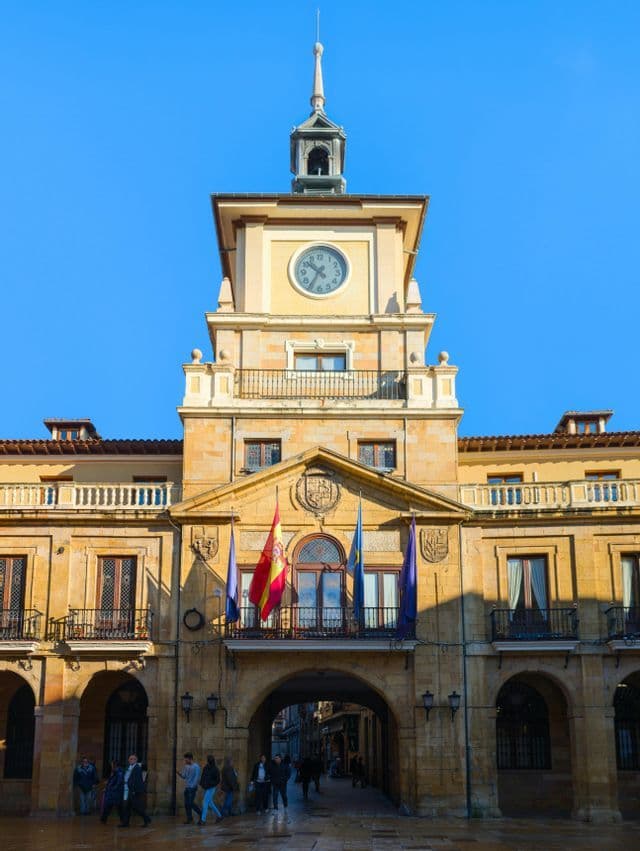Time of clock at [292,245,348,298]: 10:35
